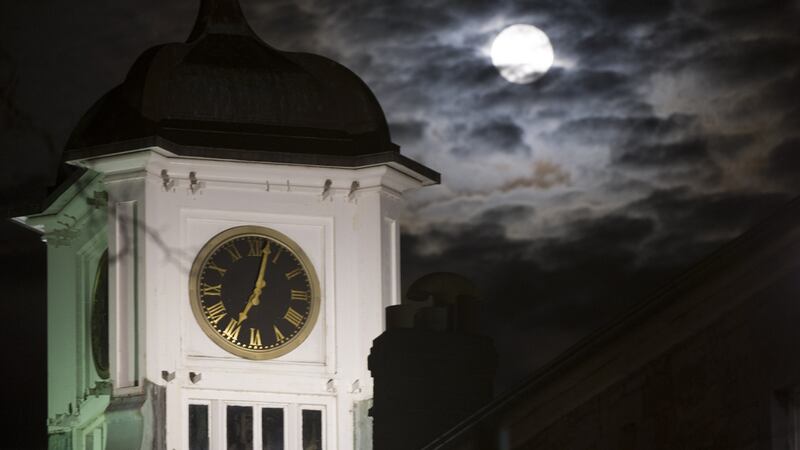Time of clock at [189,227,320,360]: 7:02
